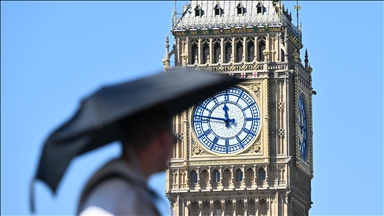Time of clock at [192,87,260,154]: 11:46
